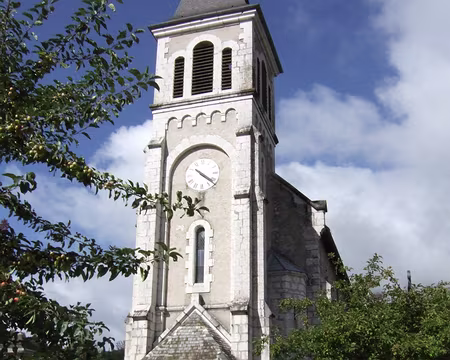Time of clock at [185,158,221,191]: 10:21
